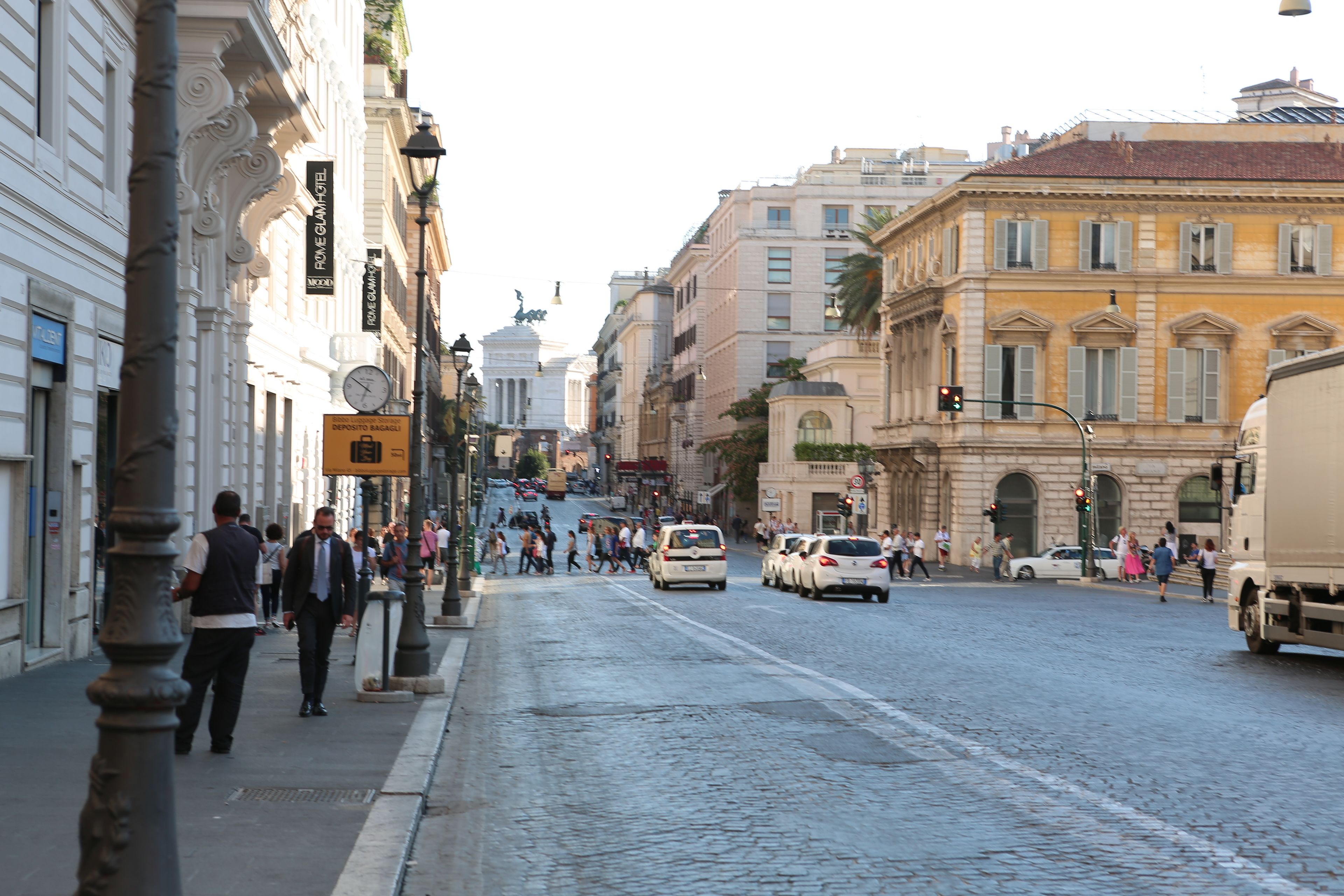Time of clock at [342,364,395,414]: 6:50
